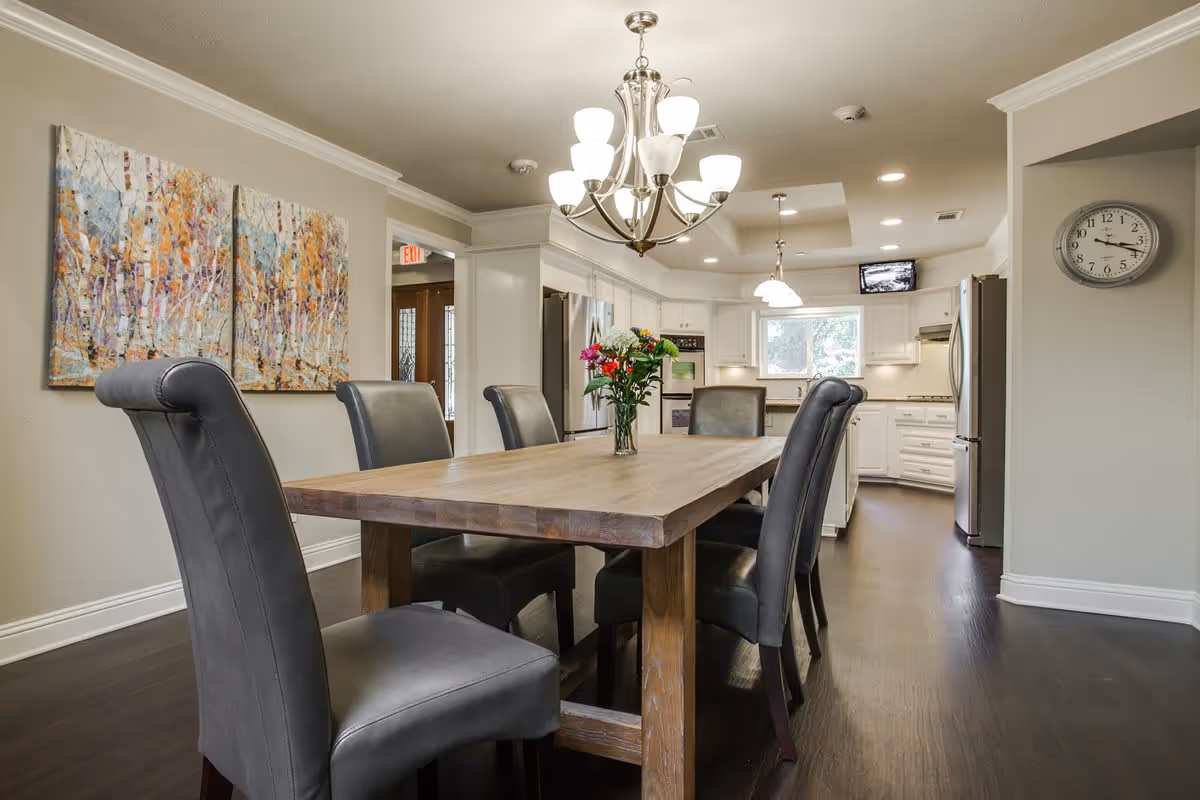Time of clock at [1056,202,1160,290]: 3:18
